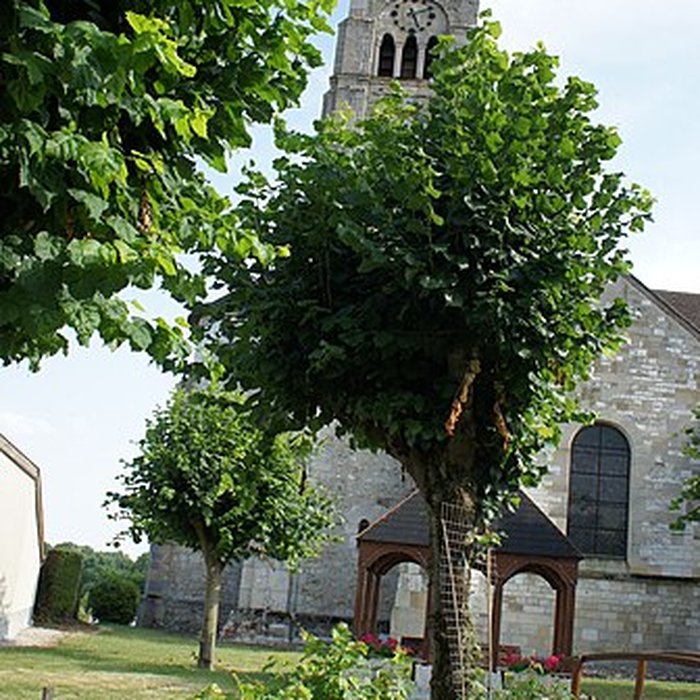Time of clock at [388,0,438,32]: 5:11
